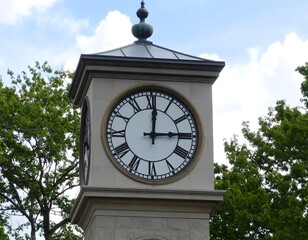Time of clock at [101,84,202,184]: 3:00
